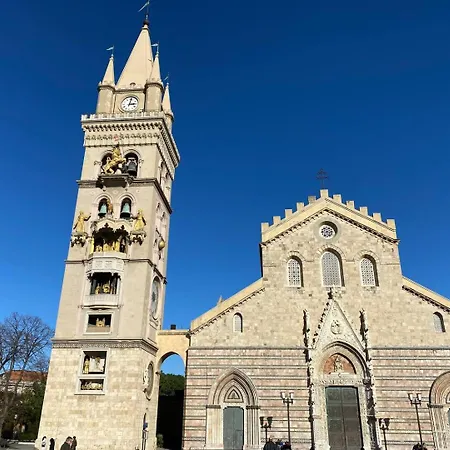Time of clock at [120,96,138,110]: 3:02
